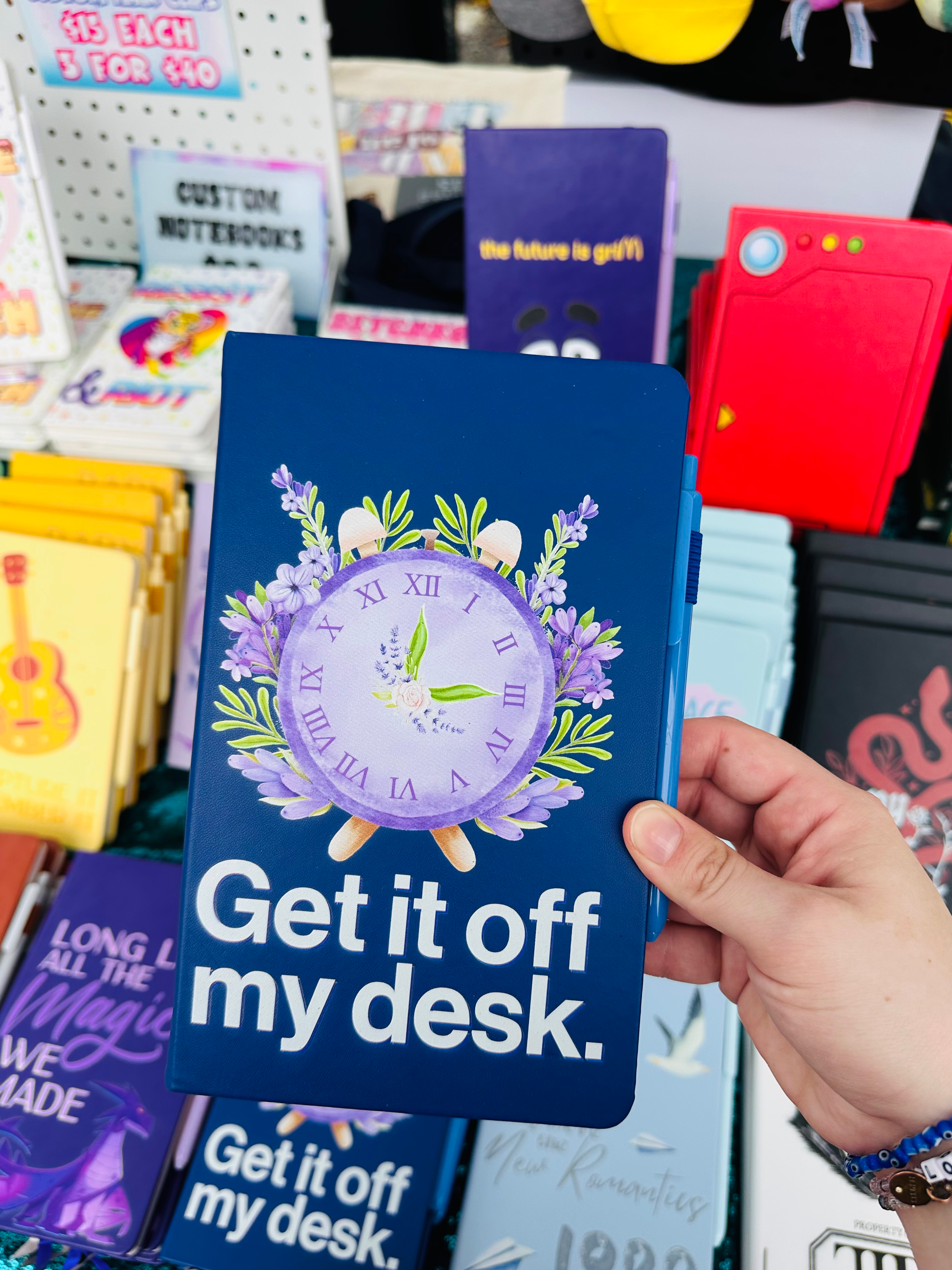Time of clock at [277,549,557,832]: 12:14
